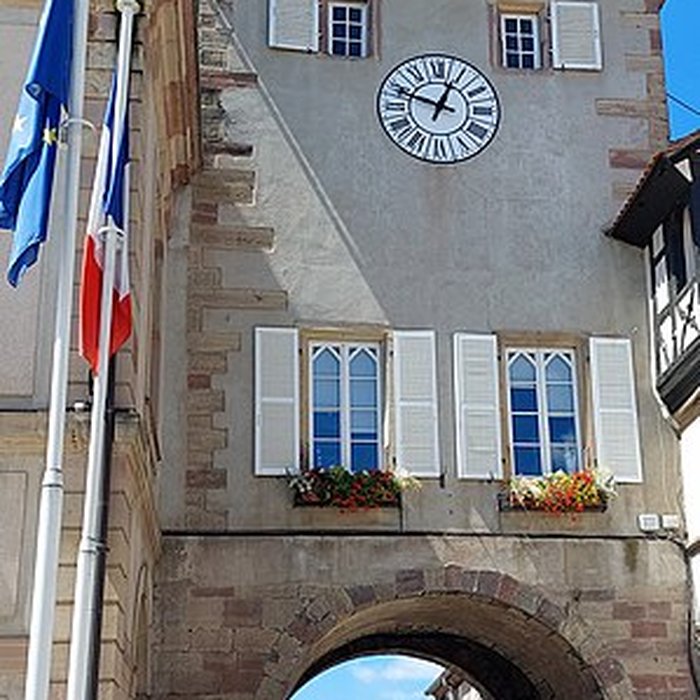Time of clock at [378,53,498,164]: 12:48
